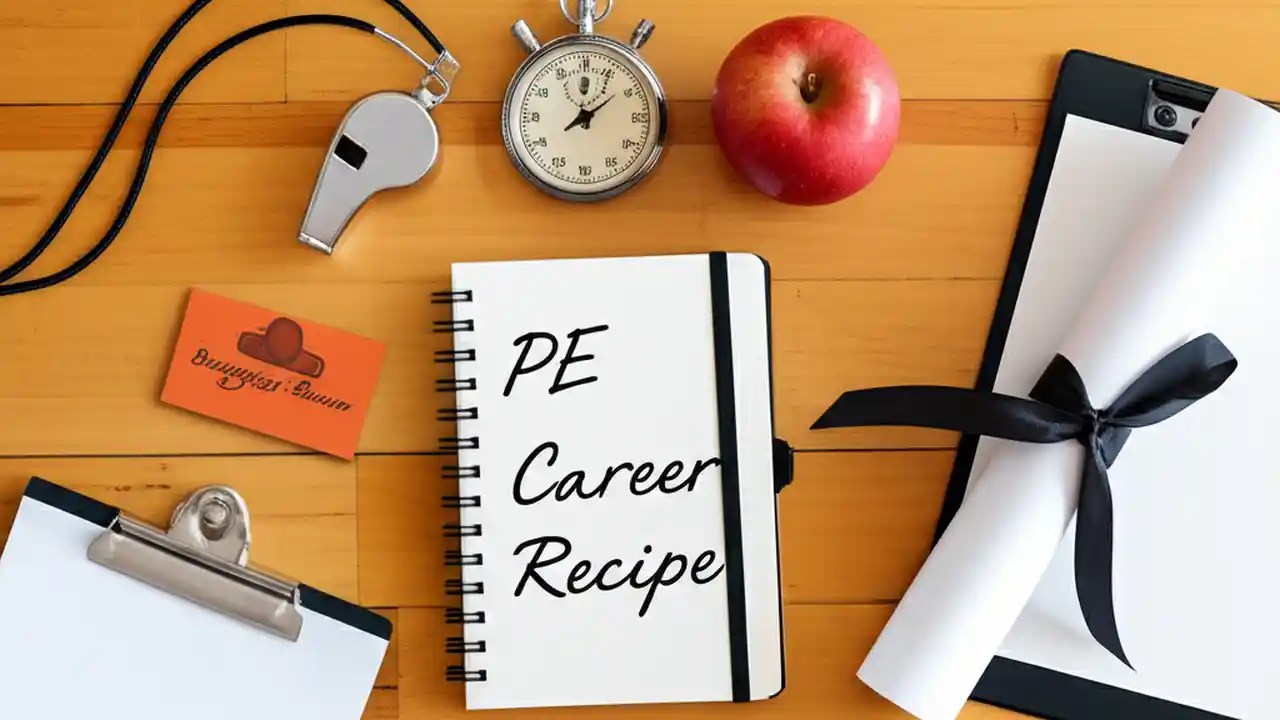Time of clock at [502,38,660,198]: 12:09
